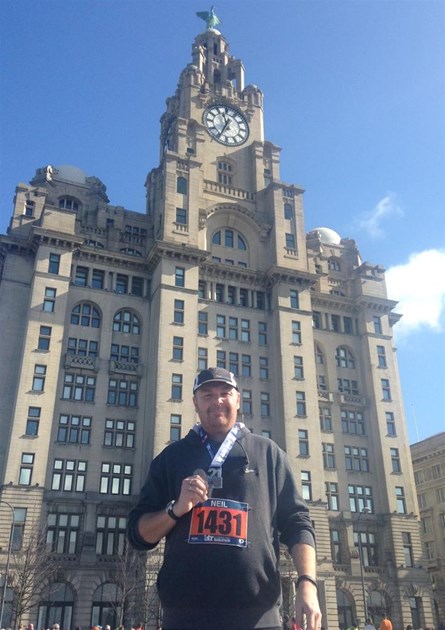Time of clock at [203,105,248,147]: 11:34
